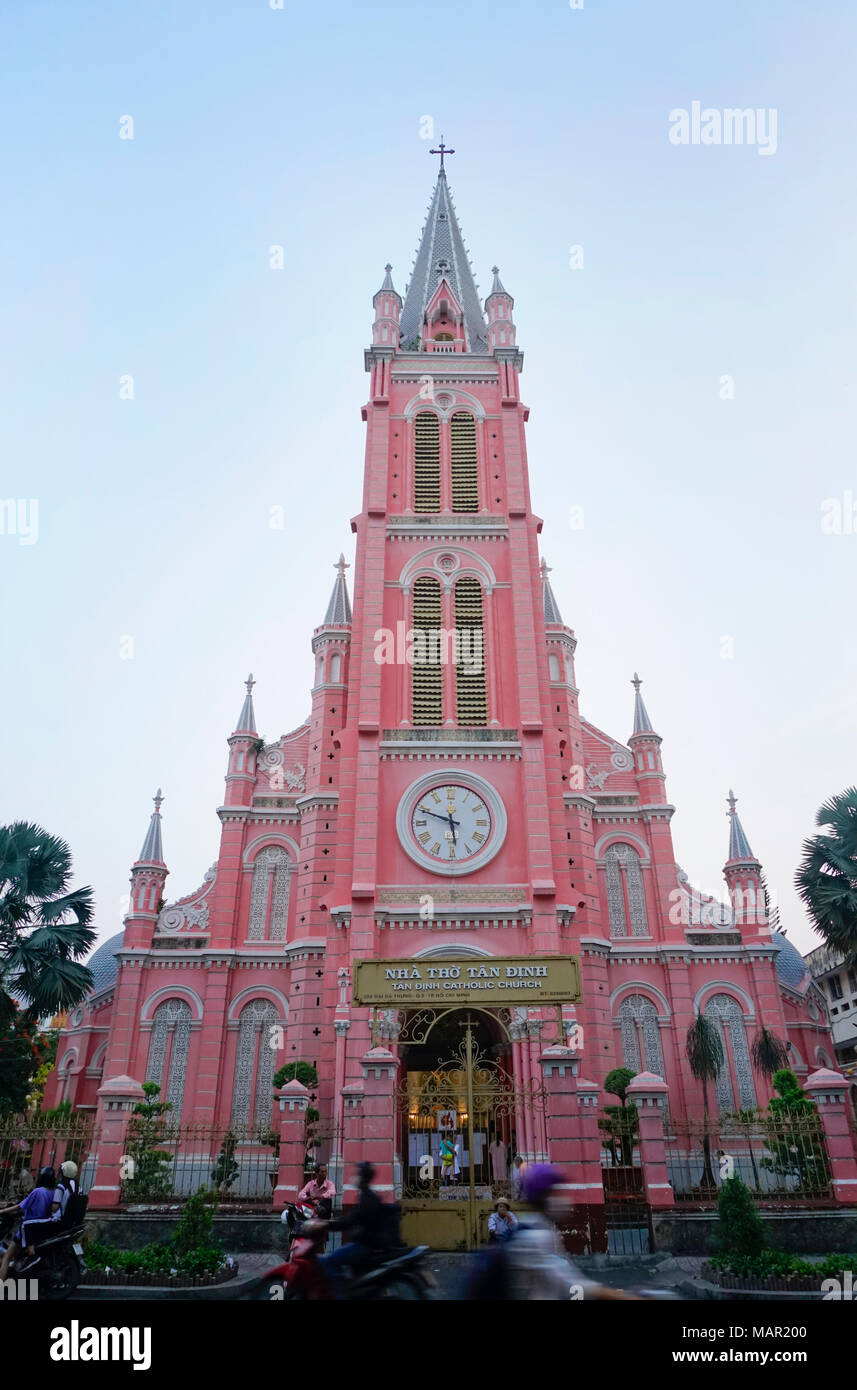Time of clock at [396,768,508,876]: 5:48
